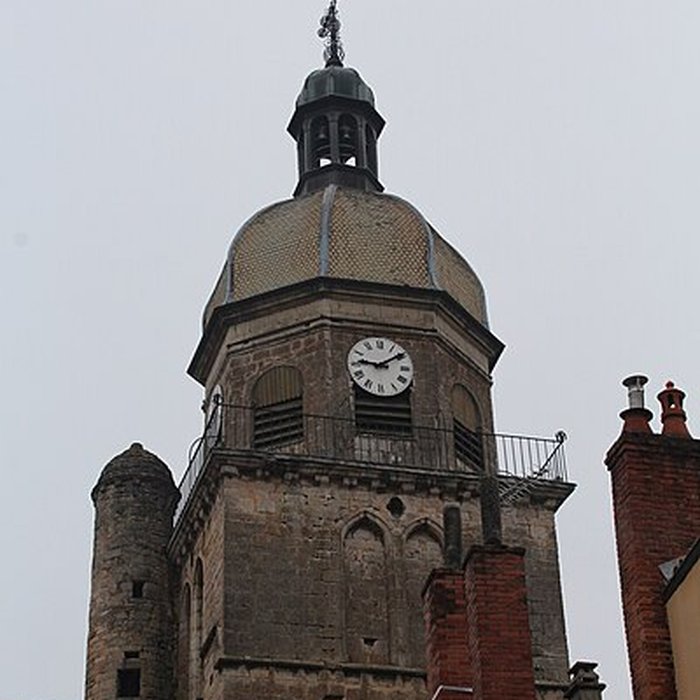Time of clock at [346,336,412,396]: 9:09
